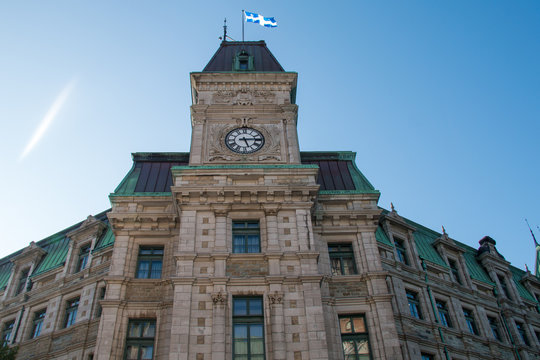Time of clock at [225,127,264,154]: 5:14
